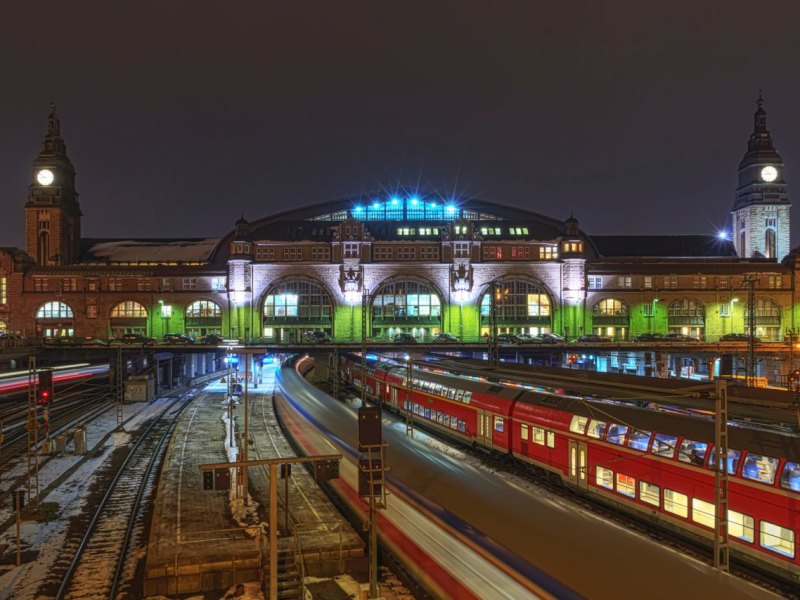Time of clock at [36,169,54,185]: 8:51
